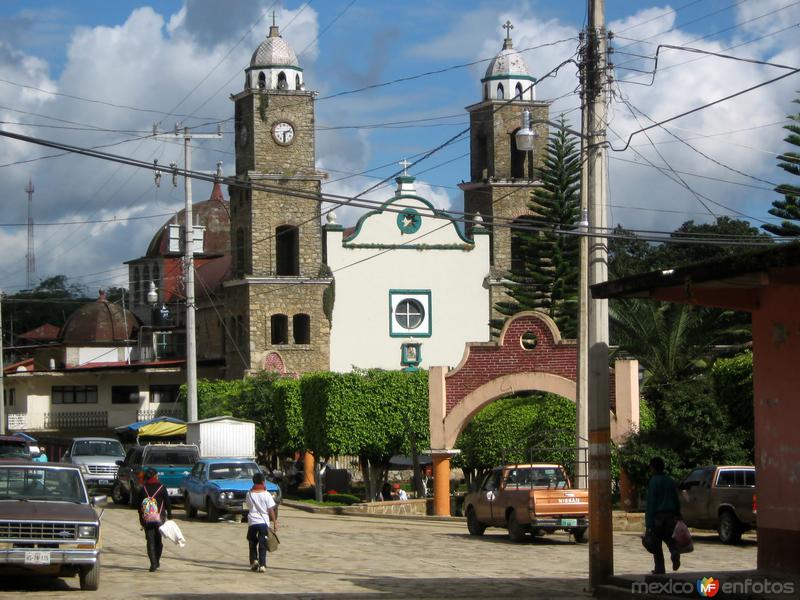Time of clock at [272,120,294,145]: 2:30
